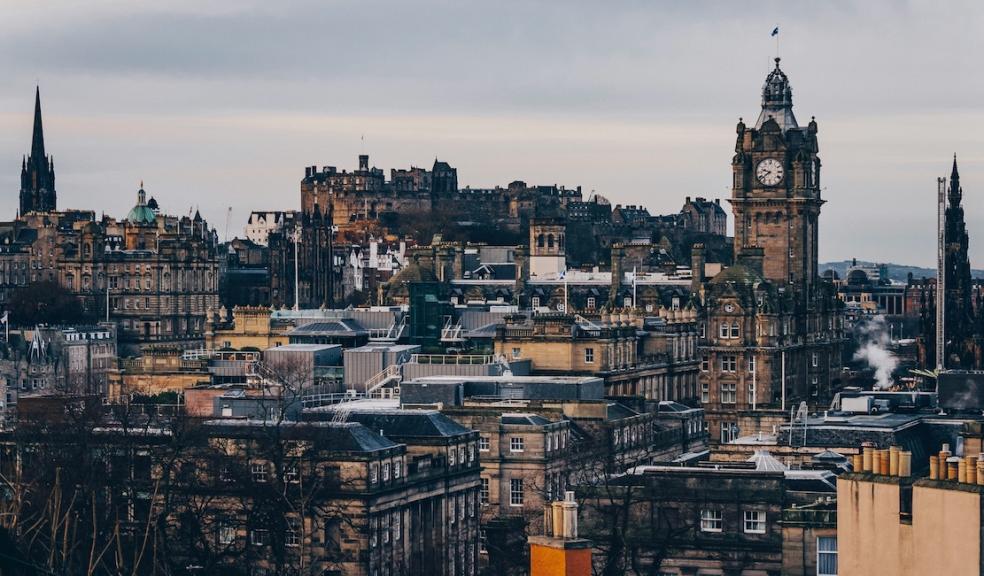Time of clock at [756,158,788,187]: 9:39
